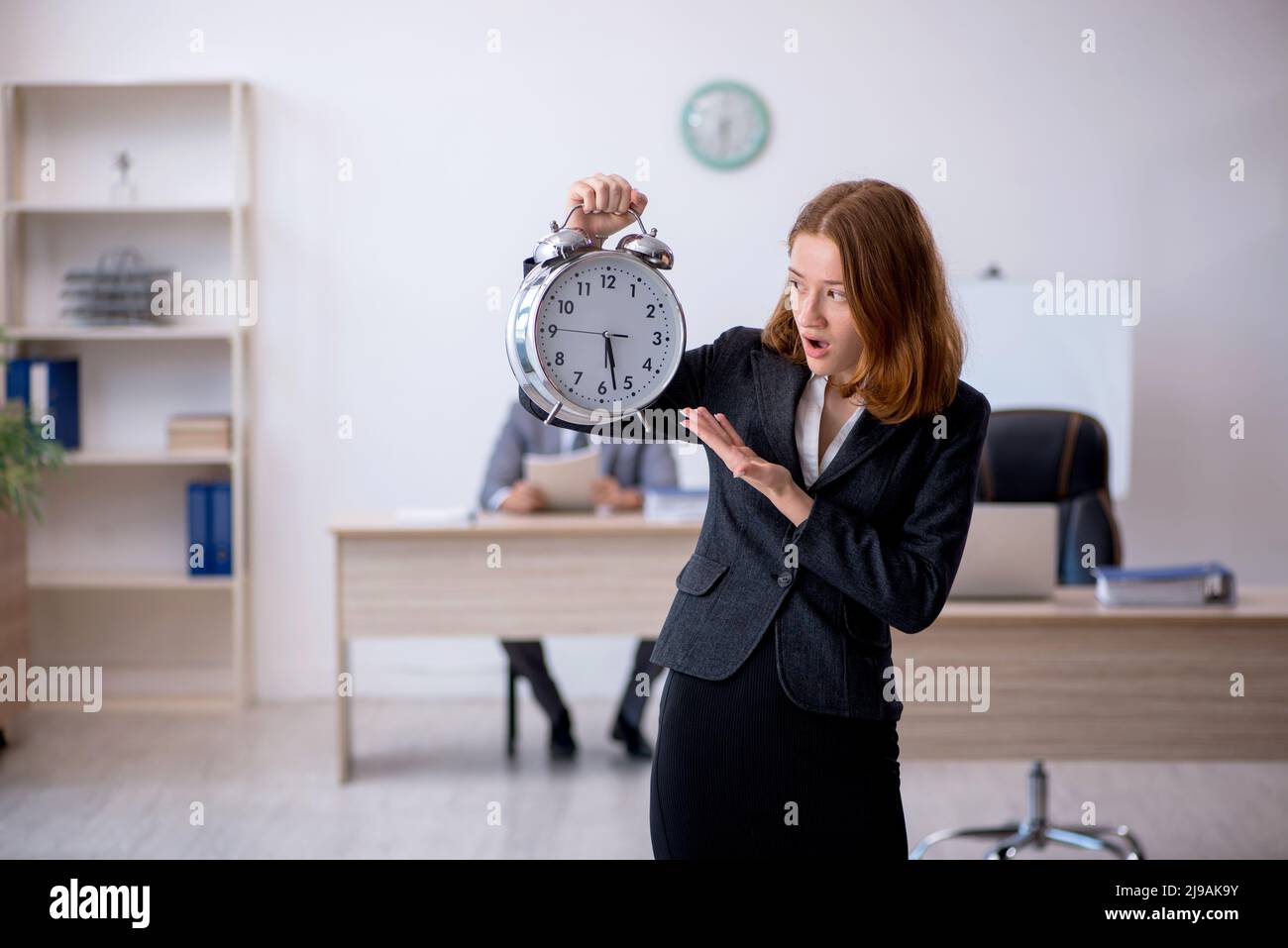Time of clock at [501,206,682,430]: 5:27
